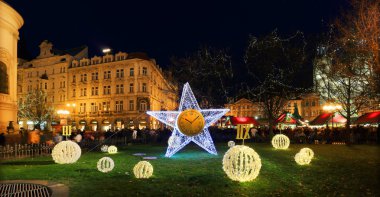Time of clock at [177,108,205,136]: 10:07
